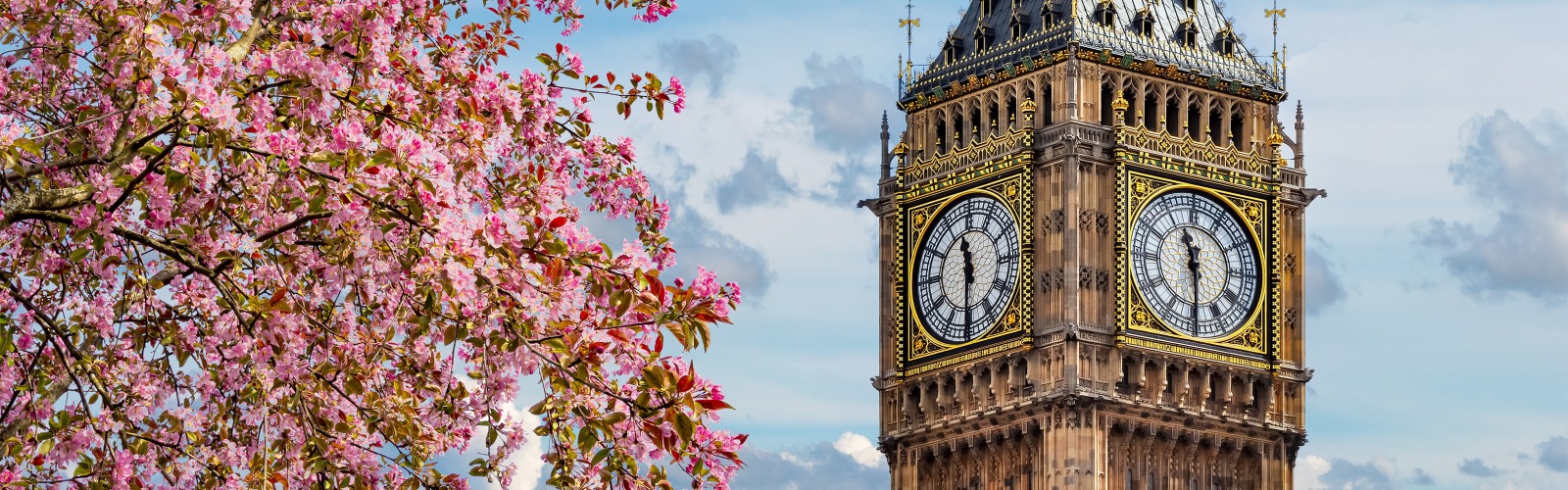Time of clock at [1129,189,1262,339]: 11:29
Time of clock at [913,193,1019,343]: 11:30
